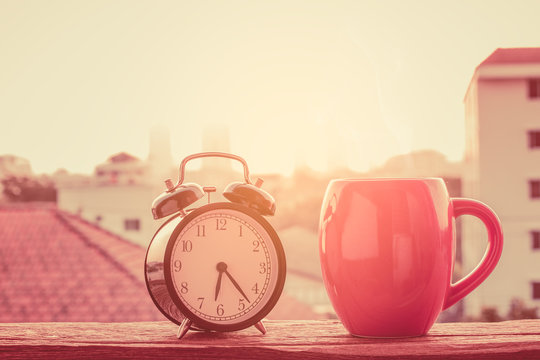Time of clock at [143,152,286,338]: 6:23
